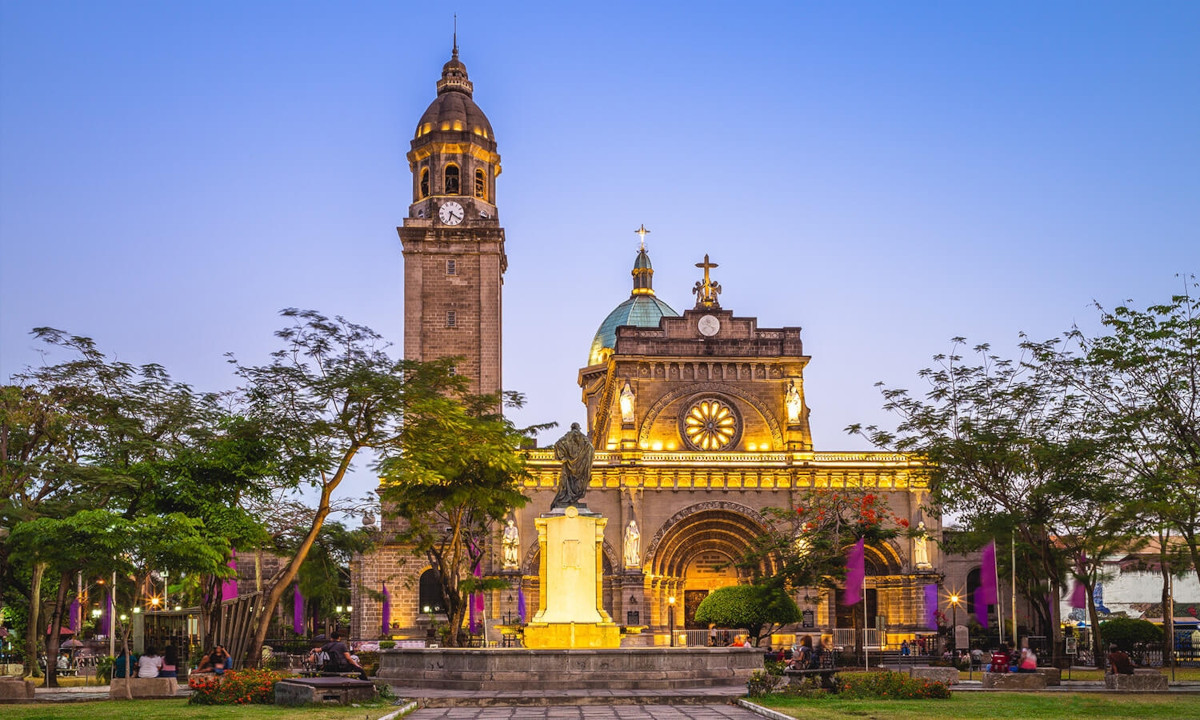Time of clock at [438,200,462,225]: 6:20
